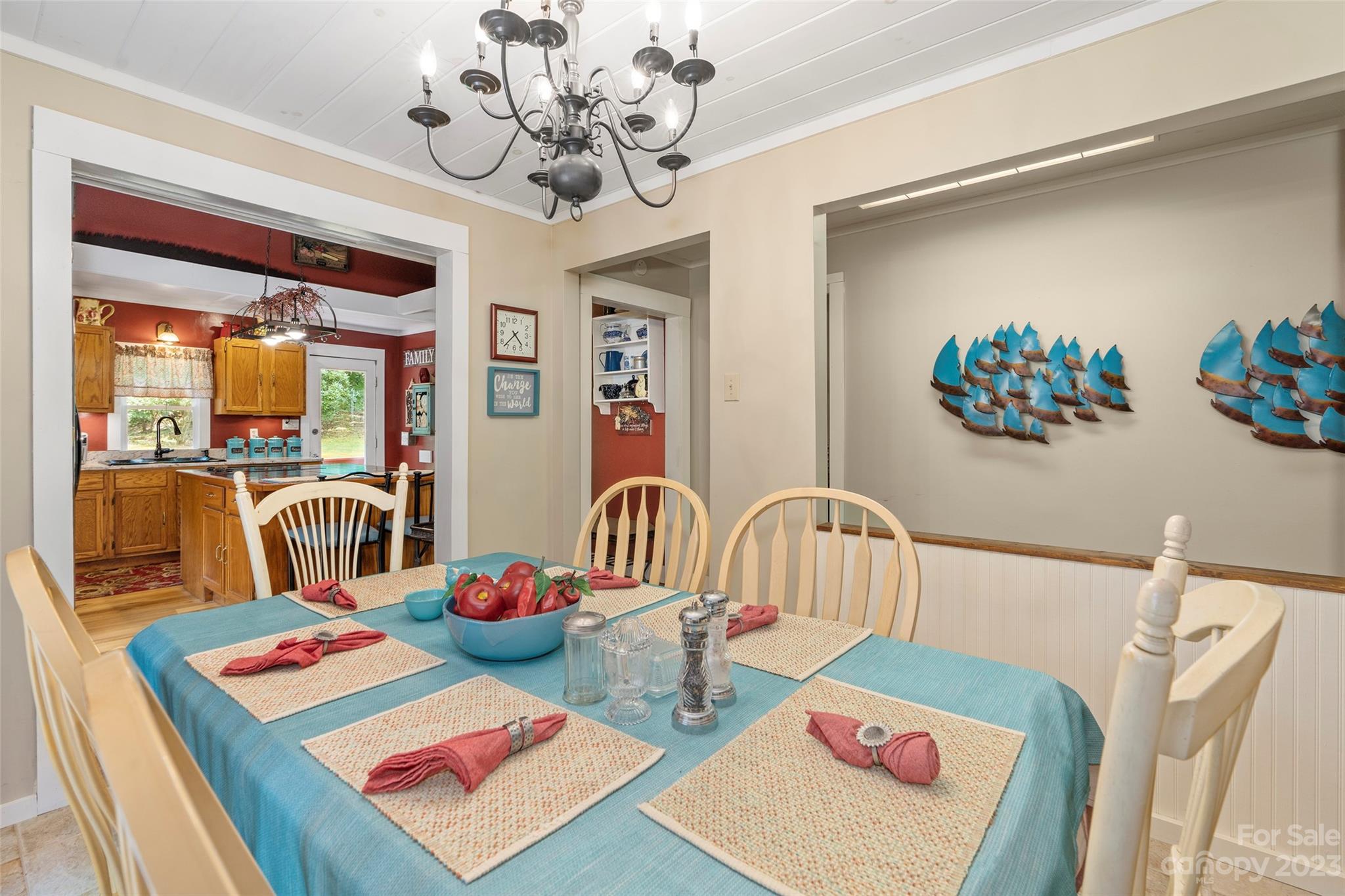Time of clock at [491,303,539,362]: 4:37
